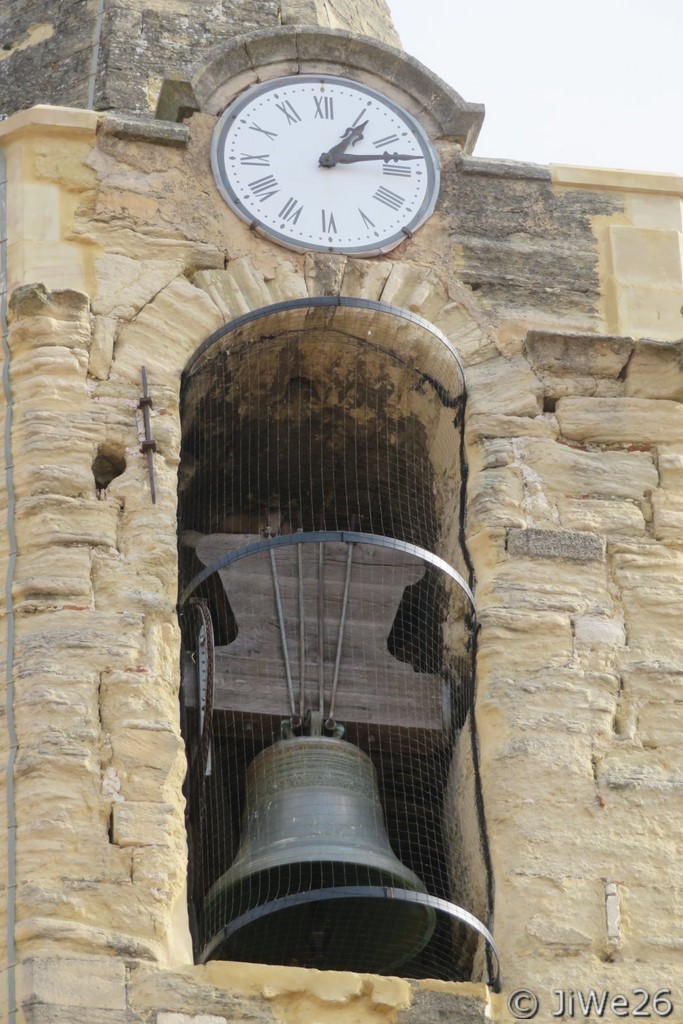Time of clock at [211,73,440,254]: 1:13
